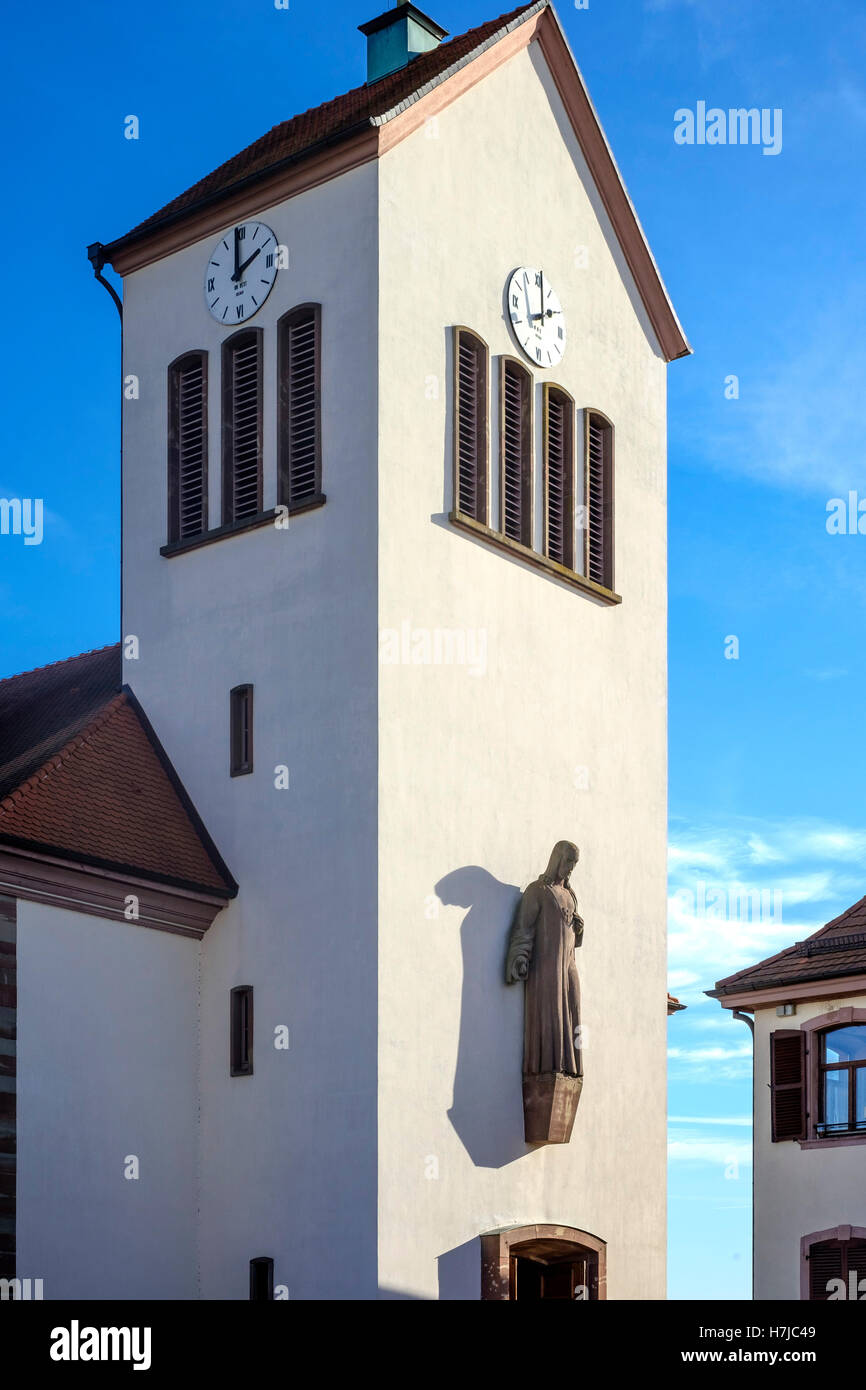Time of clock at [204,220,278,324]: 1:59
